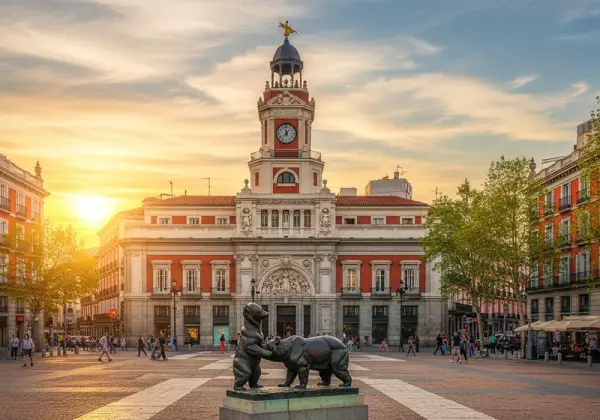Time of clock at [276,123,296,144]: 11:37
